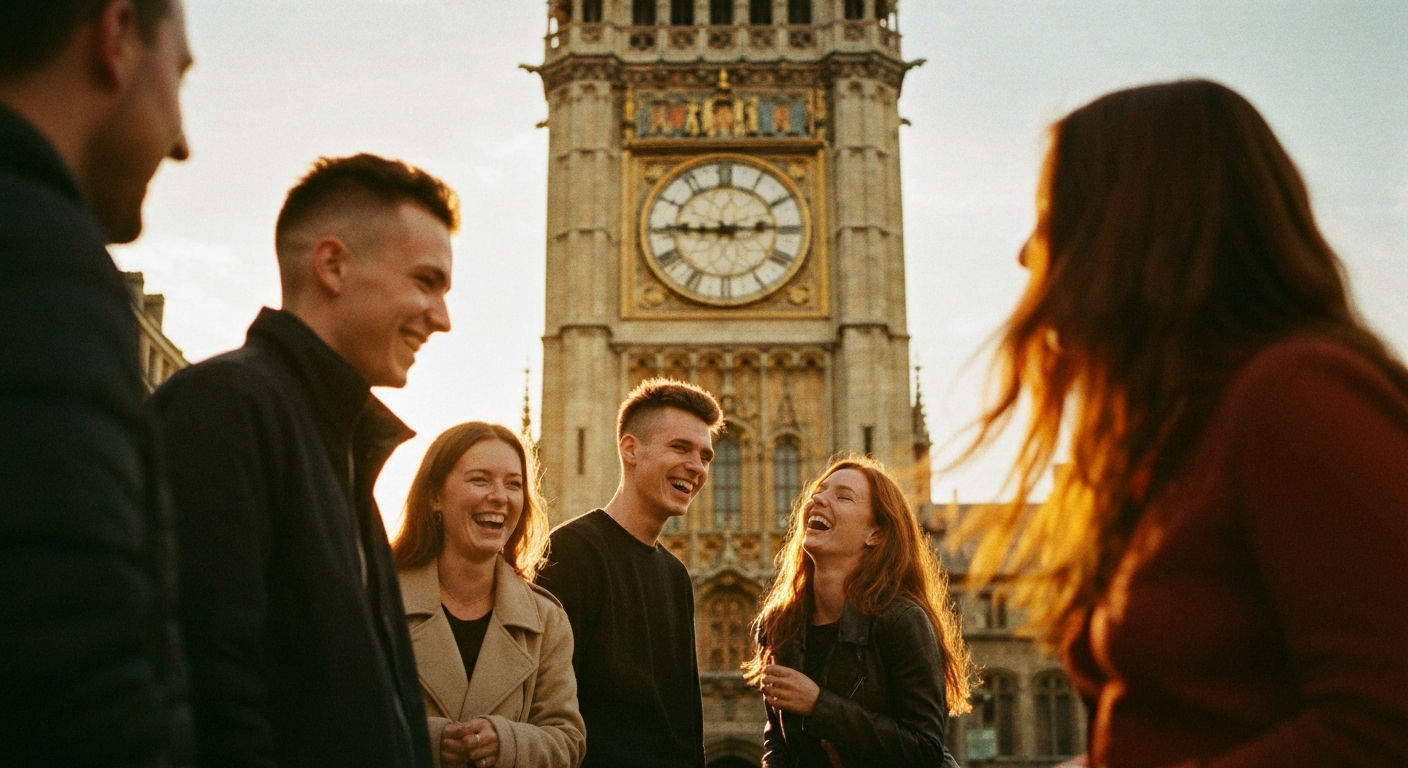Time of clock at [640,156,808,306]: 2:45
